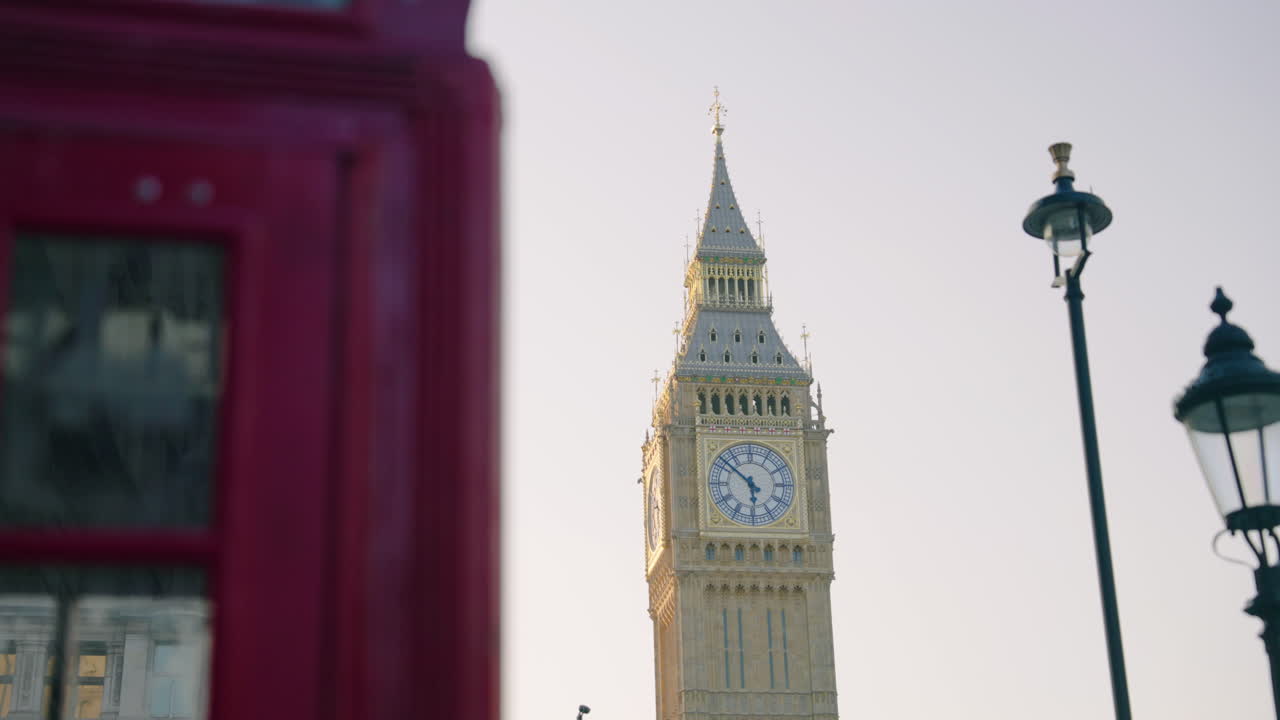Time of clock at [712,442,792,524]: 5:51
